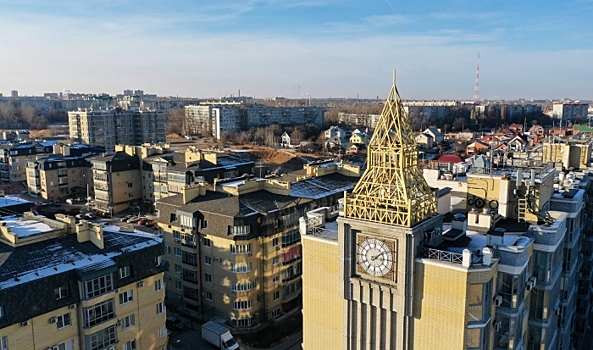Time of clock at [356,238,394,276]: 3:08
